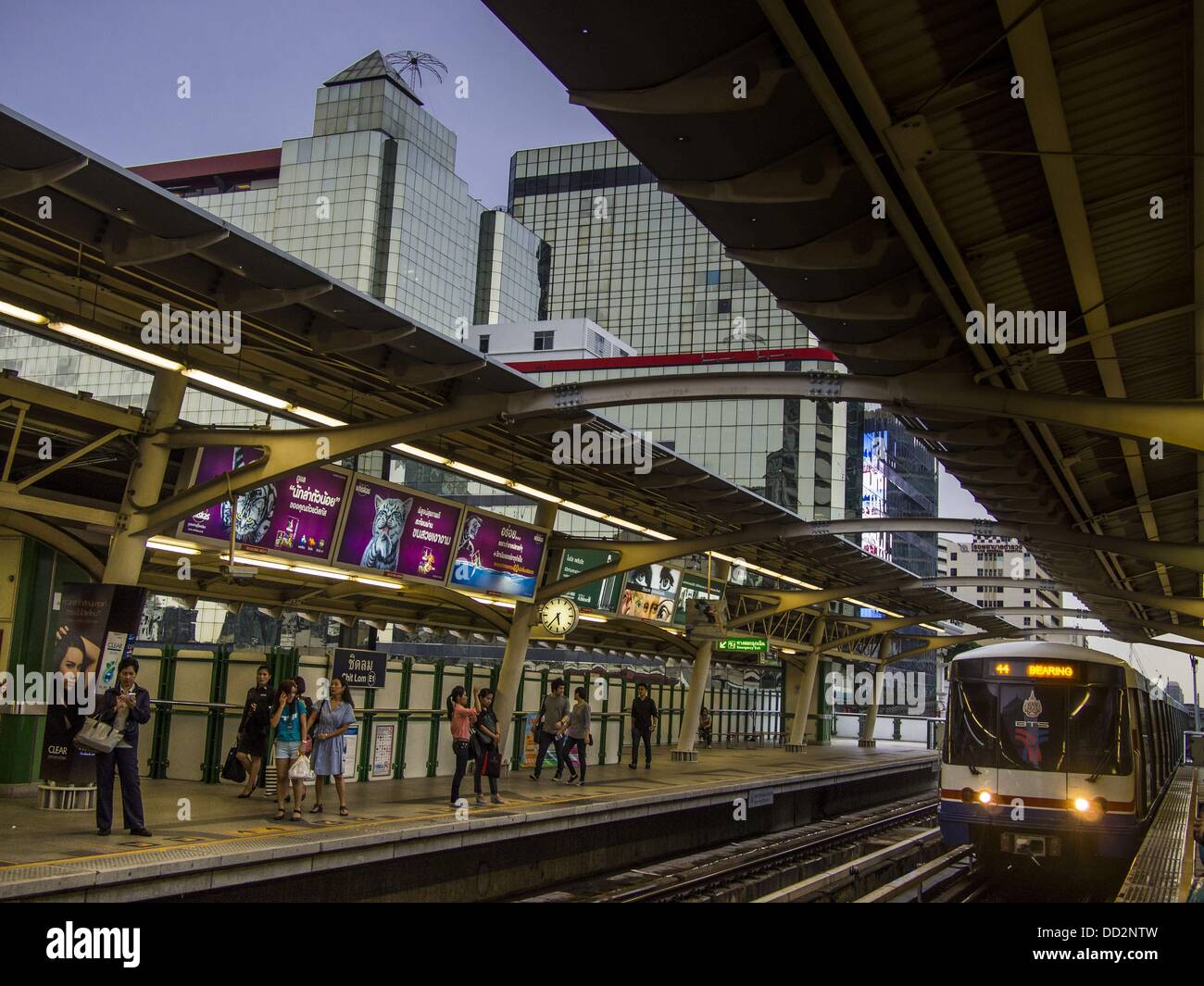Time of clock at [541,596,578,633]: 5:36
